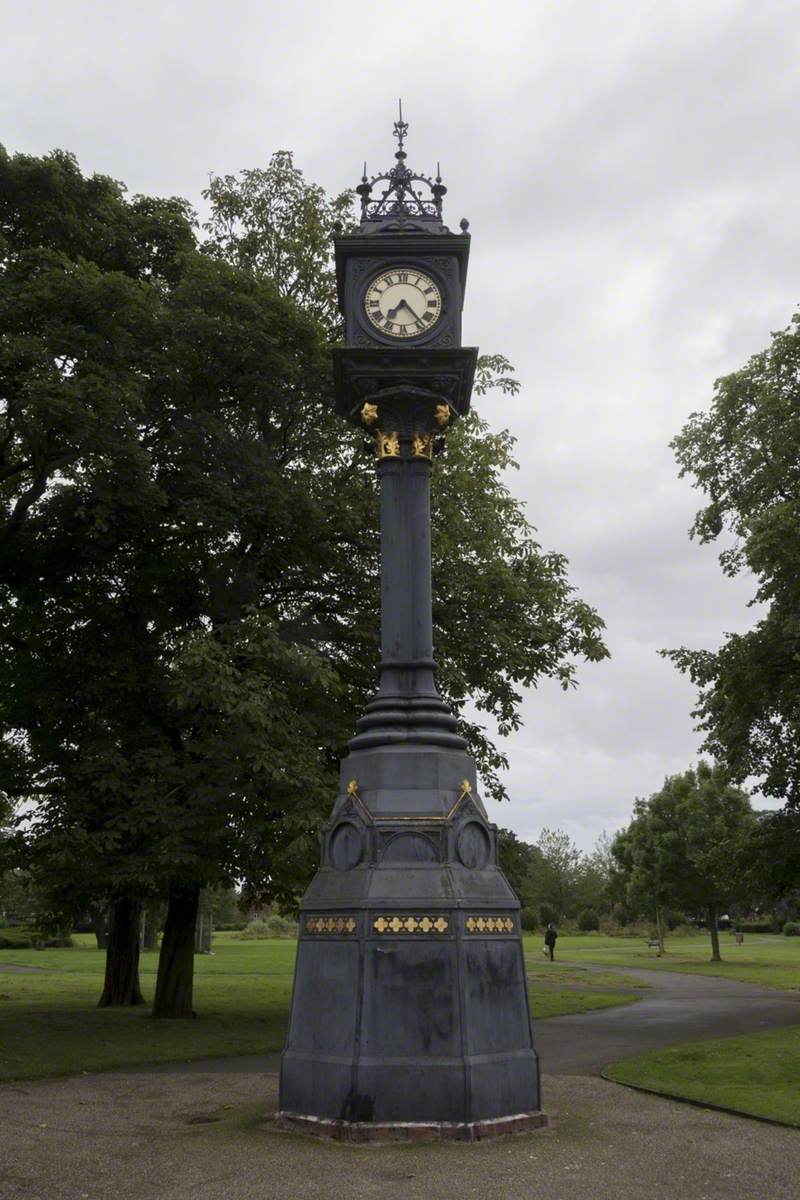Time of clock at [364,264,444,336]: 7:23
